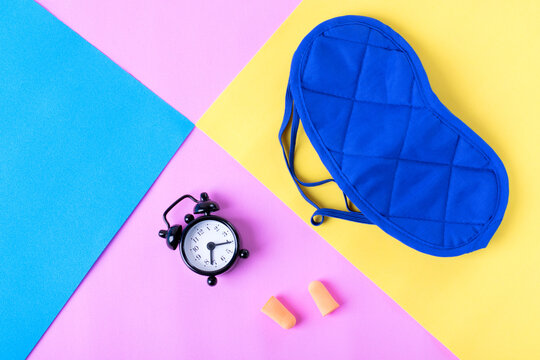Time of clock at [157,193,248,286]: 6:15
